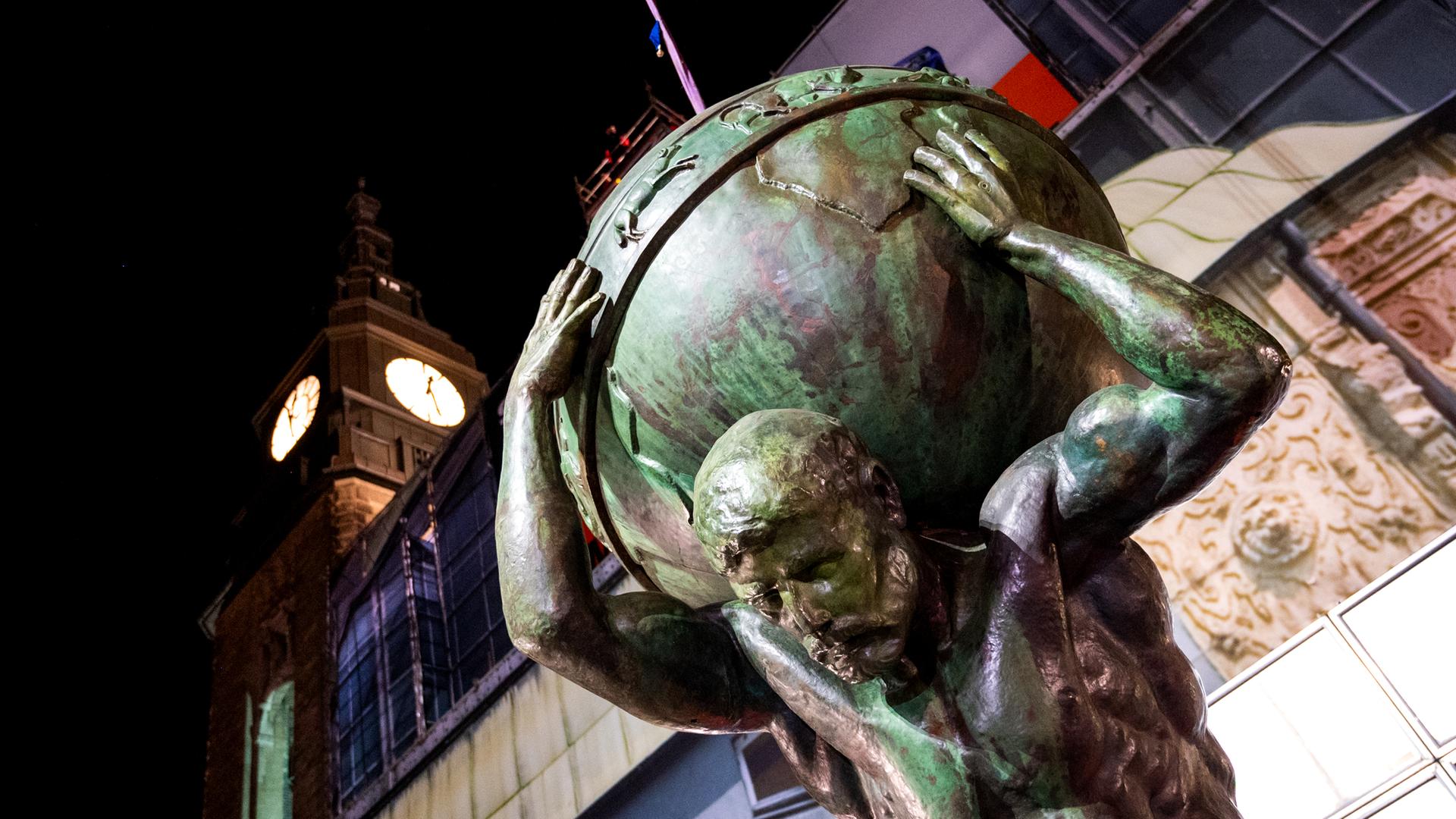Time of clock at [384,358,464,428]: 12:26
